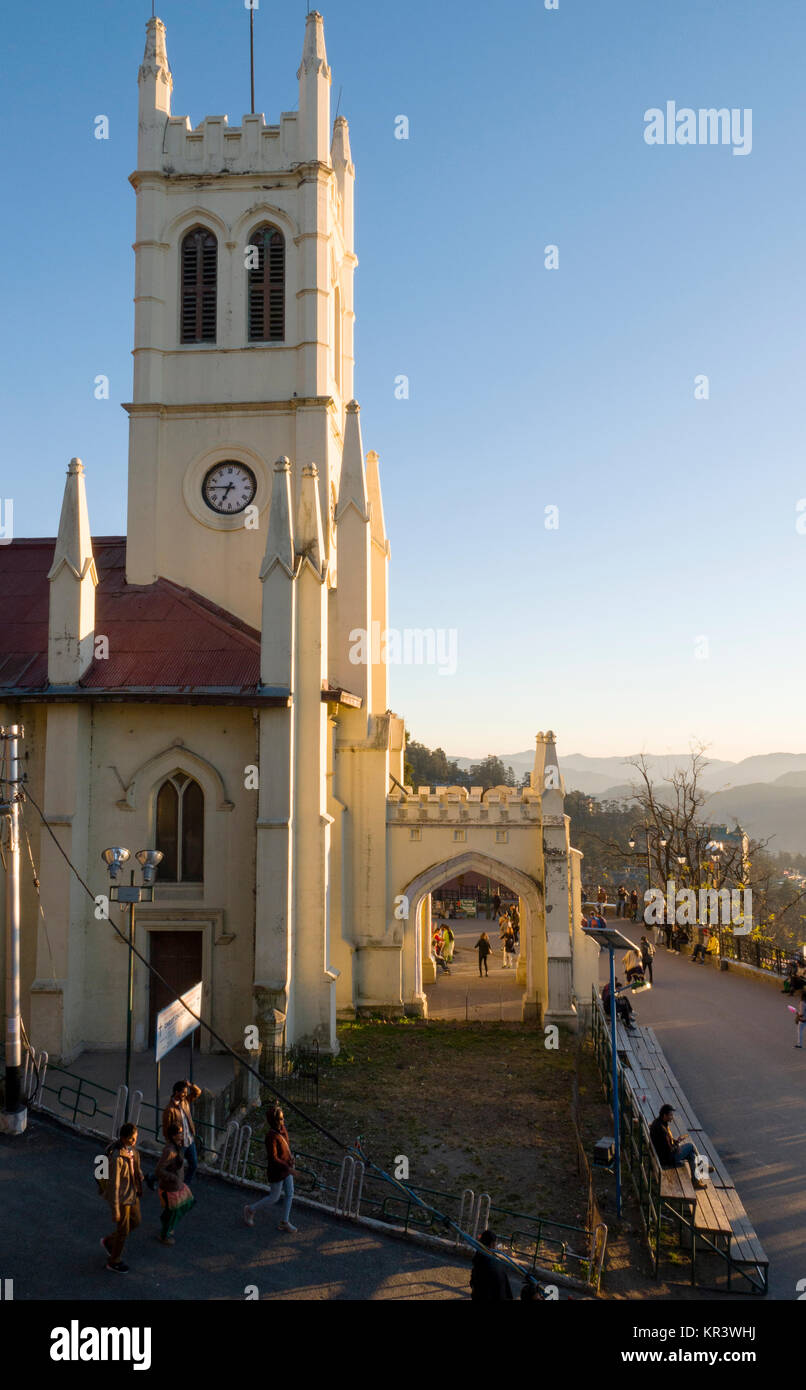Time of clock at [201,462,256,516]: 6:45
